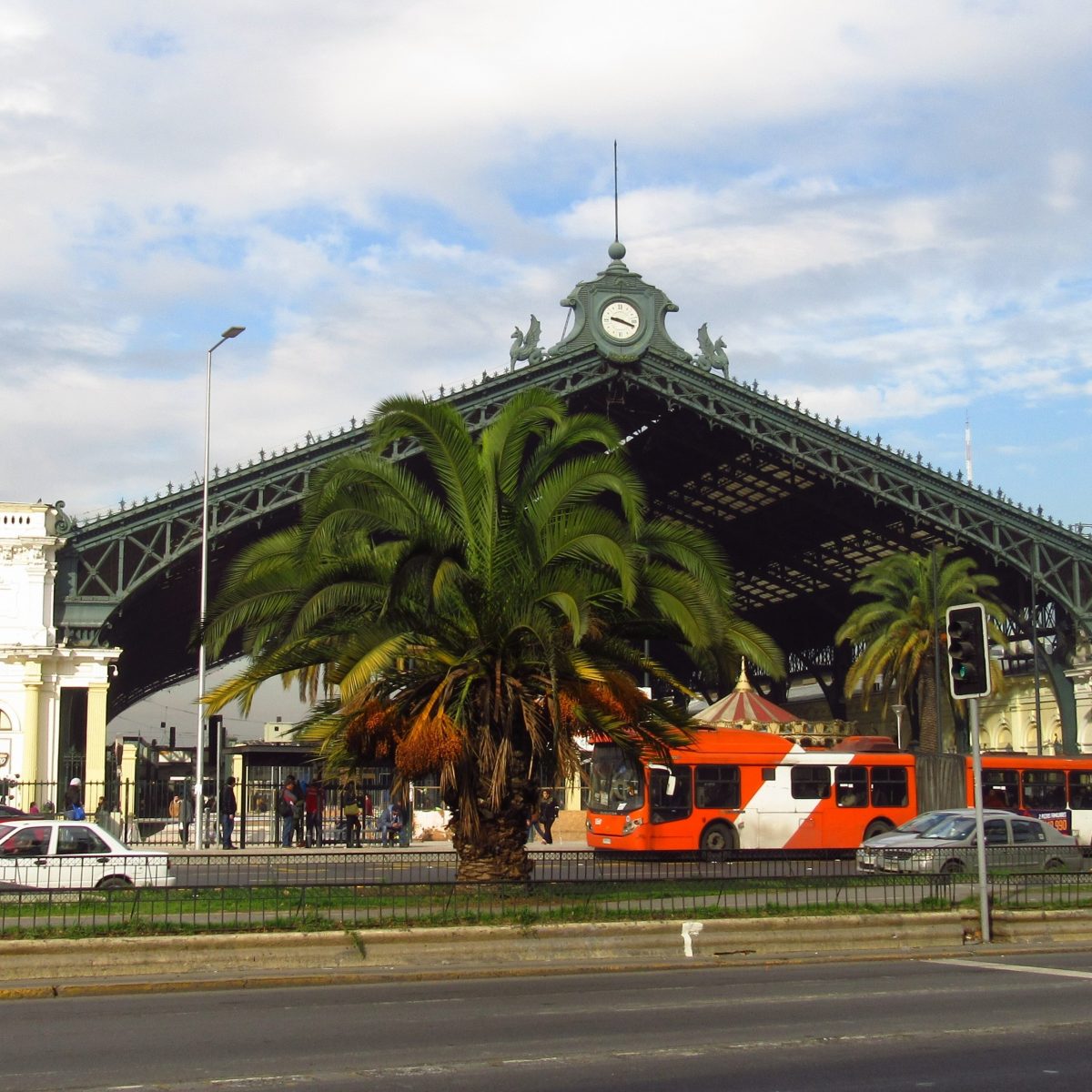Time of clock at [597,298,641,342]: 9:18
